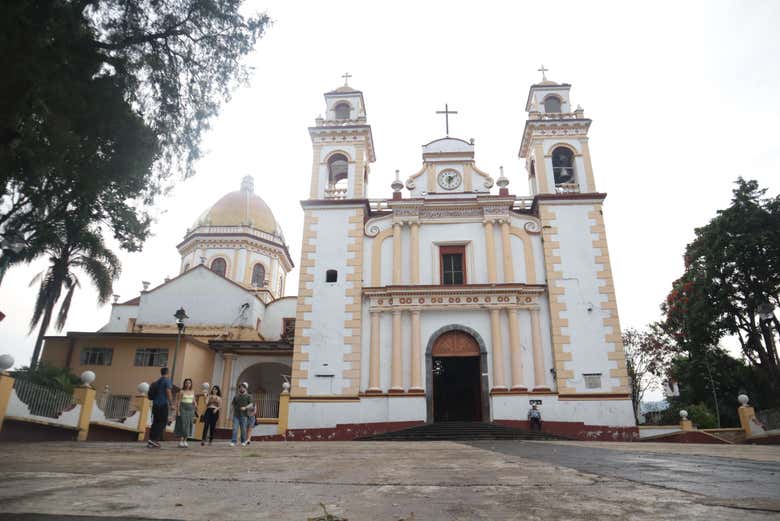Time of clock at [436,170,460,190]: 6:08
